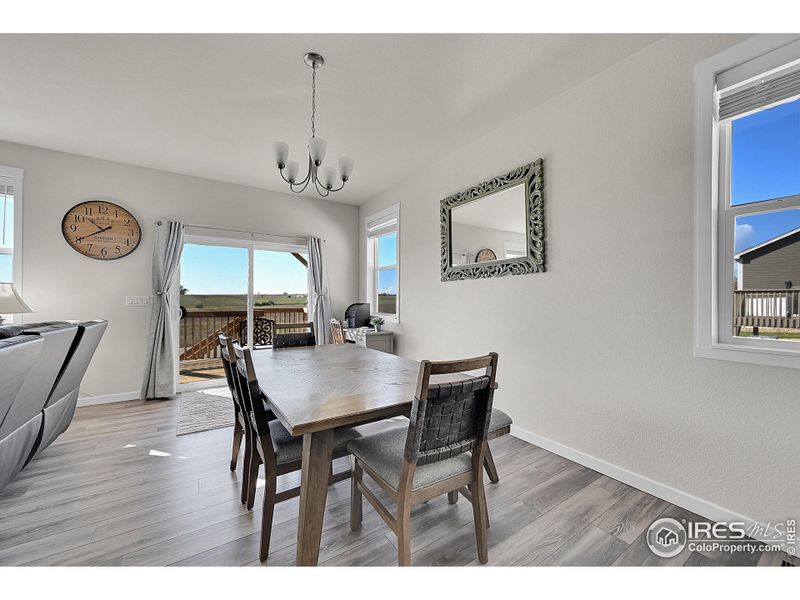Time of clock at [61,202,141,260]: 10:39
